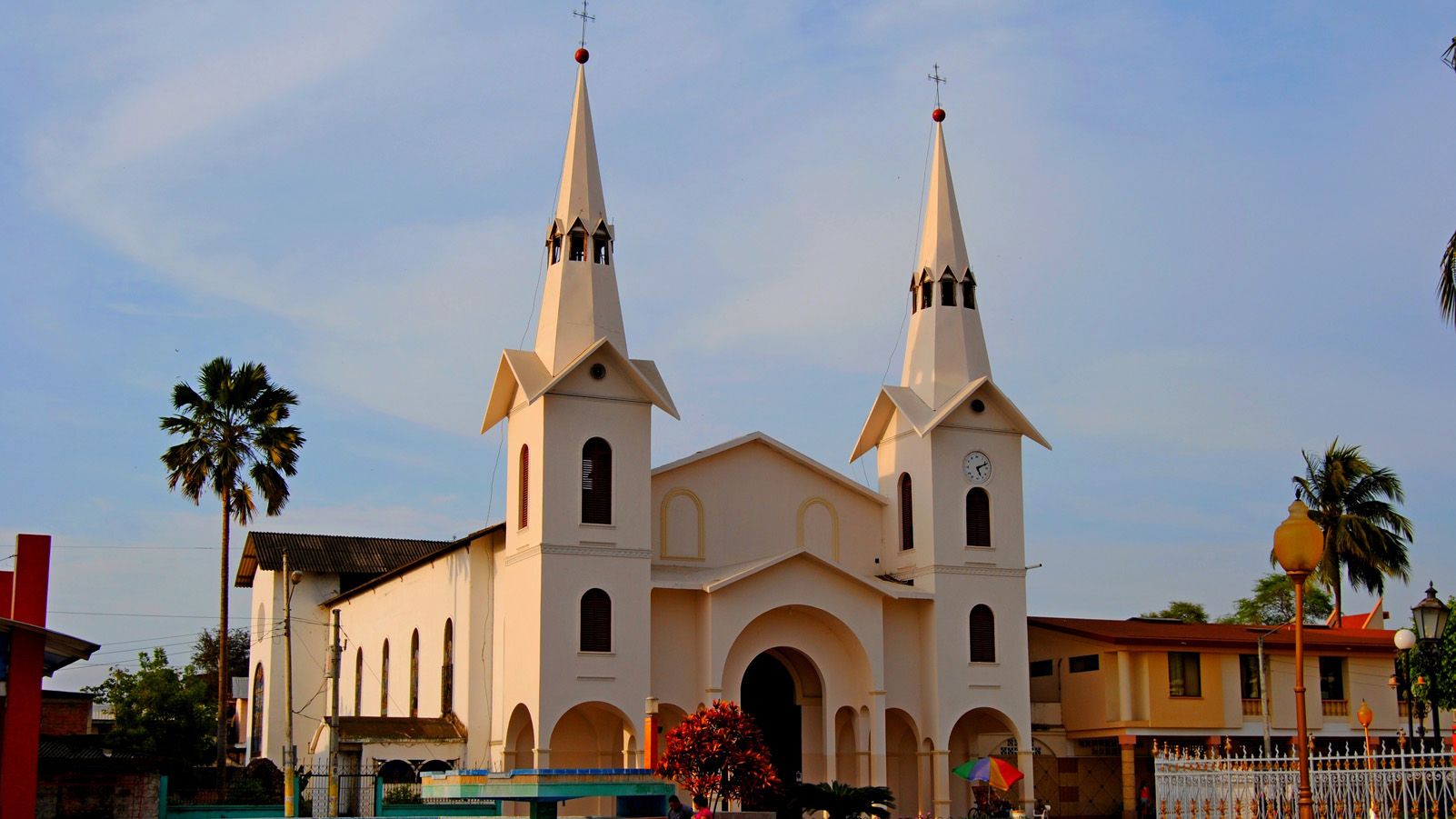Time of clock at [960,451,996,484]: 5:11
